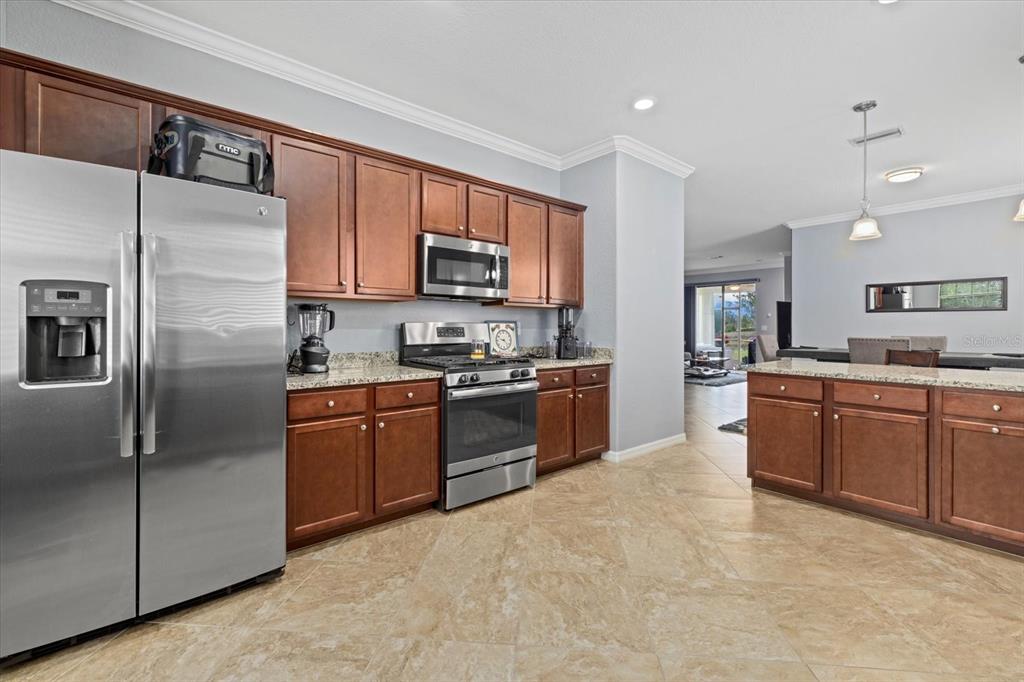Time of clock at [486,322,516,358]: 9:22
